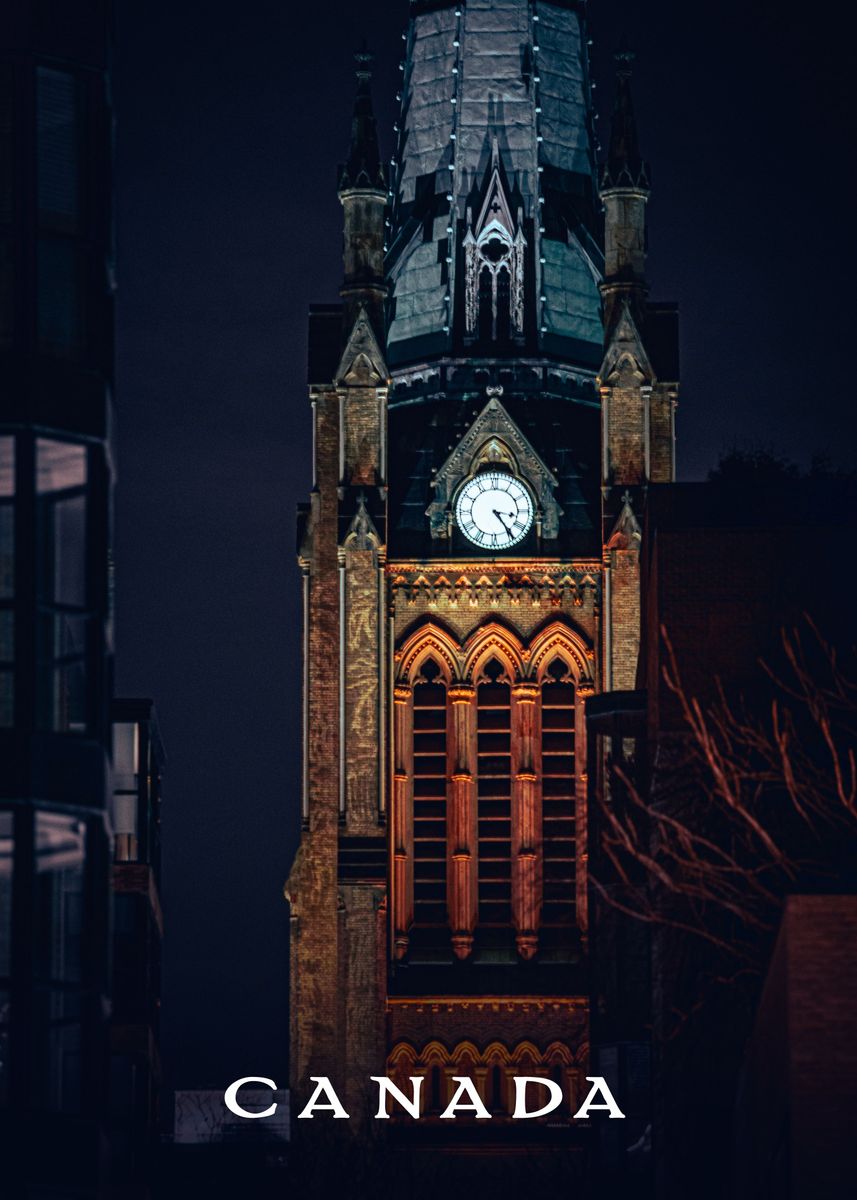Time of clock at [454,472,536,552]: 3:24
